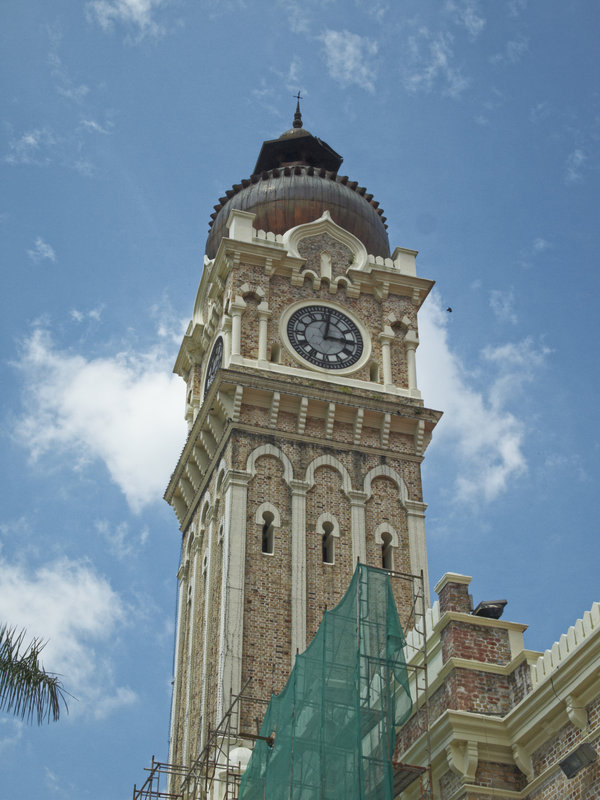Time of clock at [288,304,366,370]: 3:01
